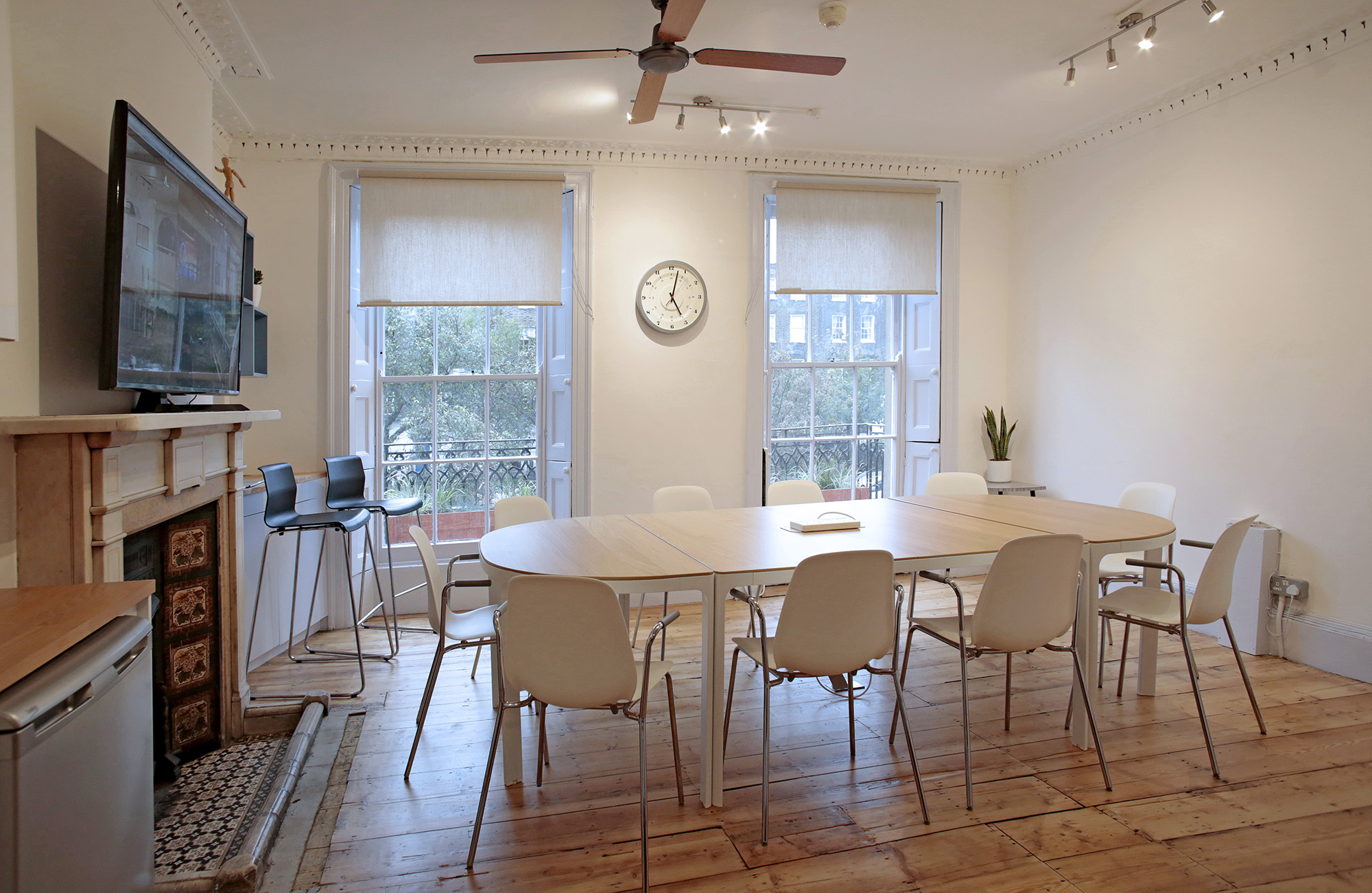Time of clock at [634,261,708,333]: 5:02
